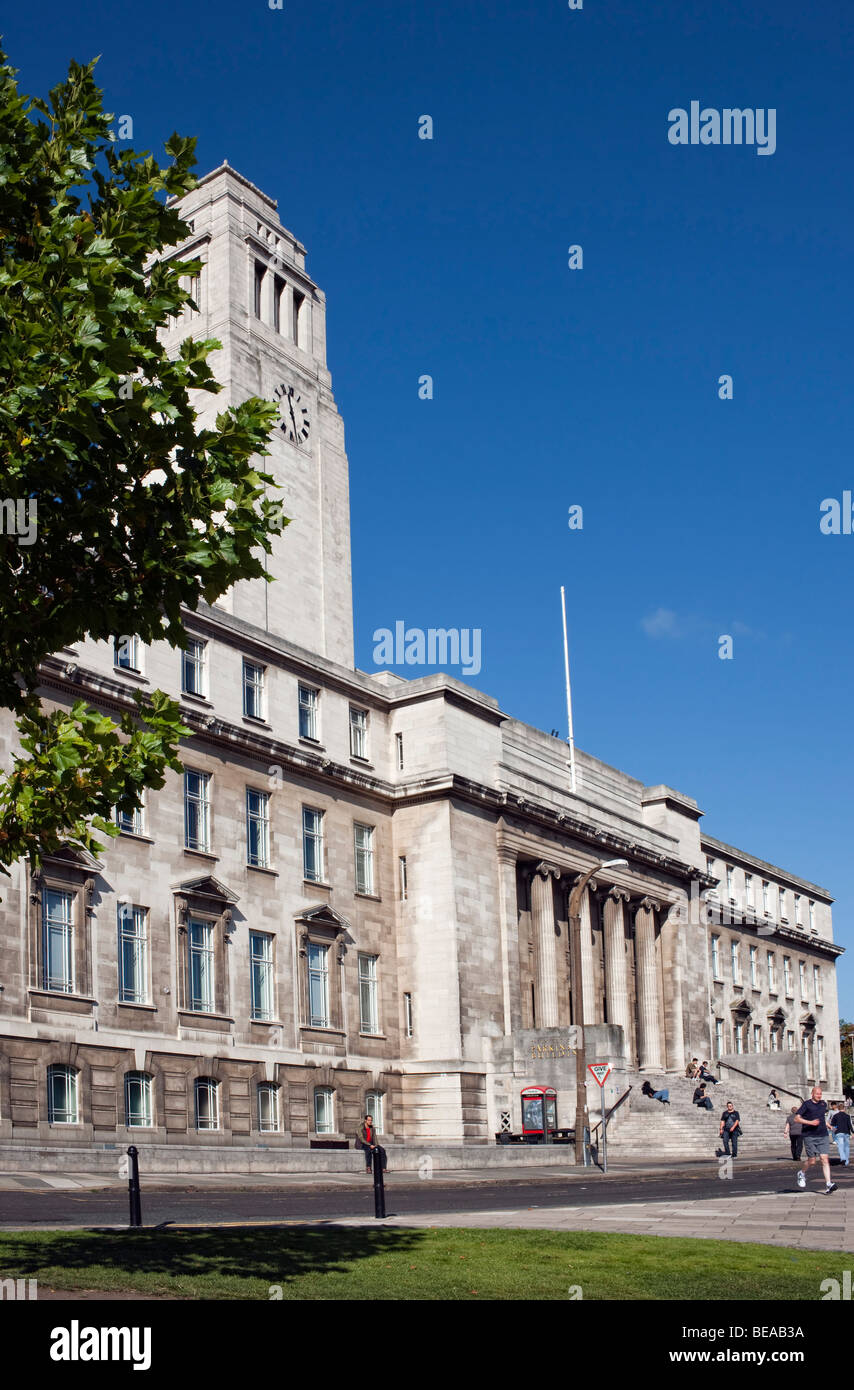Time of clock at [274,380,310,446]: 11:28
